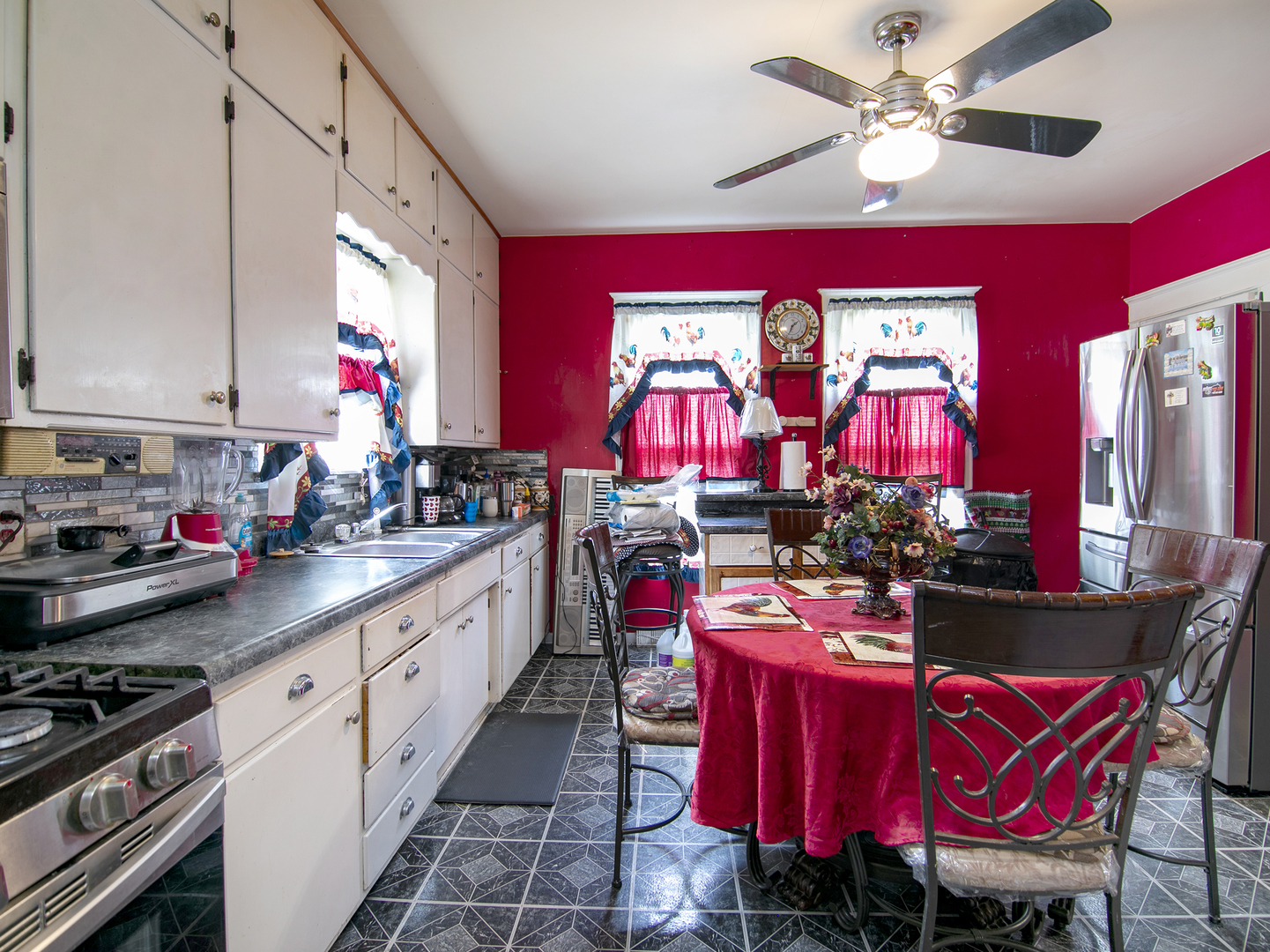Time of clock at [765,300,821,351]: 1:34
